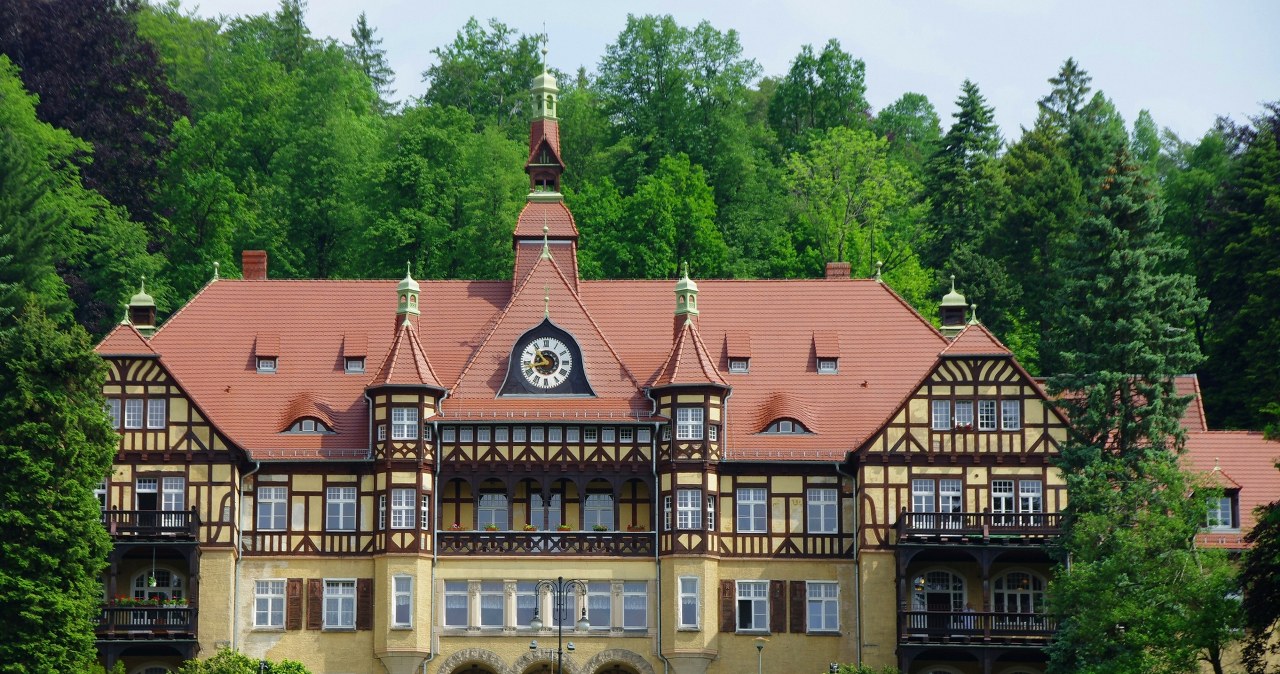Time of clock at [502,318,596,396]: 10:42
